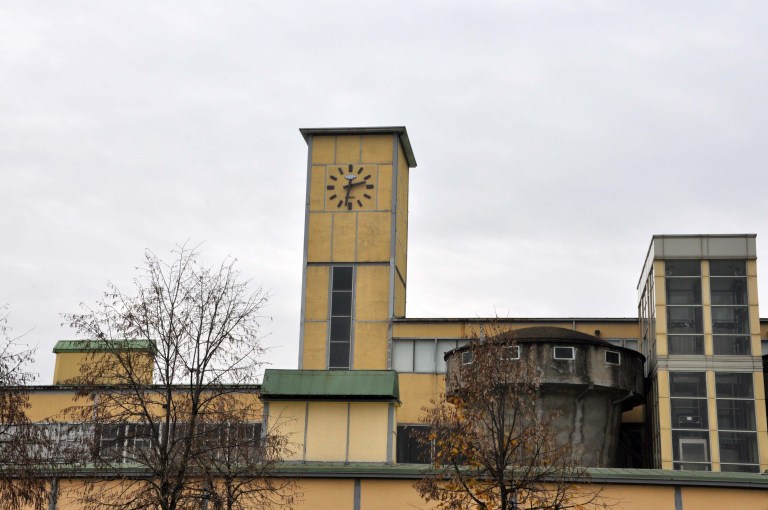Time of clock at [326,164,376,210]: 2:32
